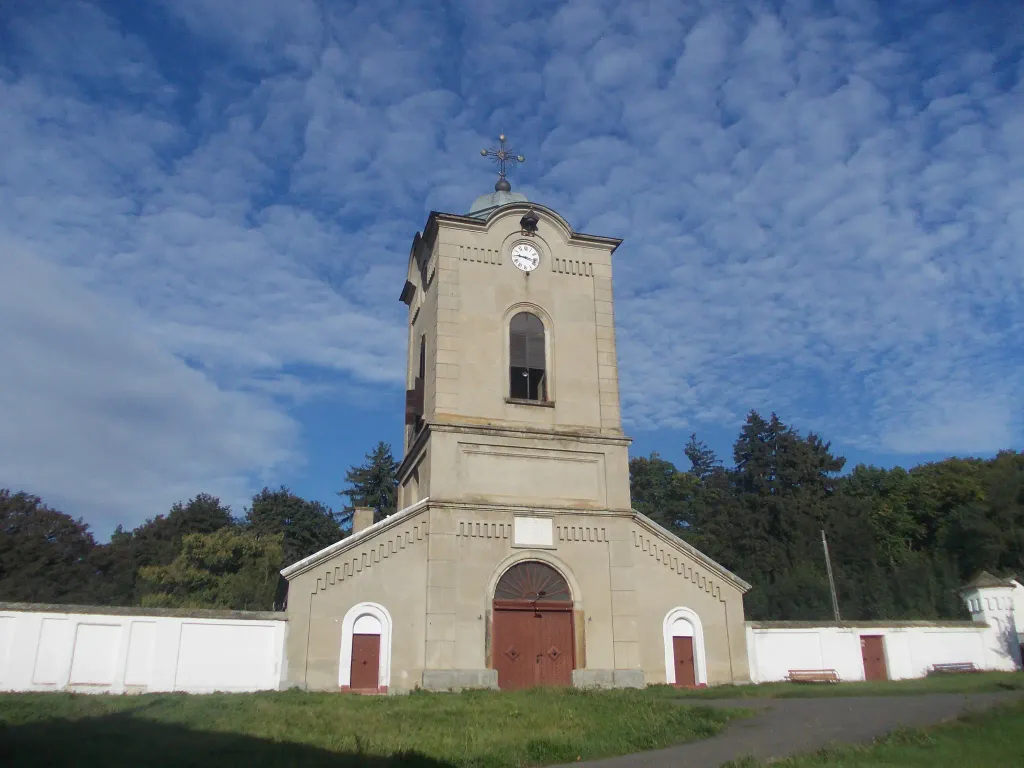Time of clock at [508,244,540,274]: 9:17
